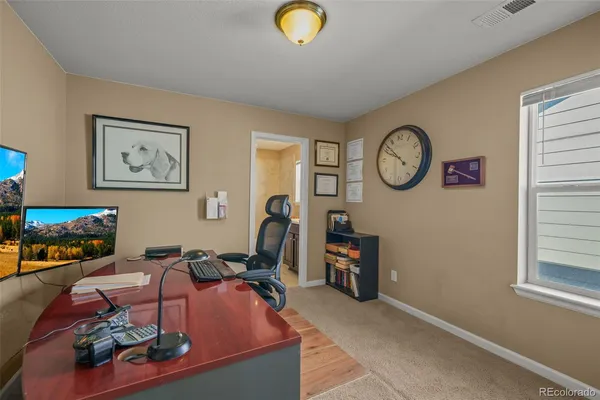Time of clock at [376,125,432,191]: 9:52
